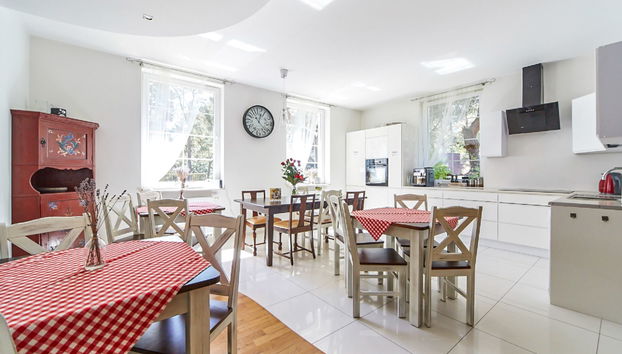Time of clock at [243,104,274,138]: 12:22
